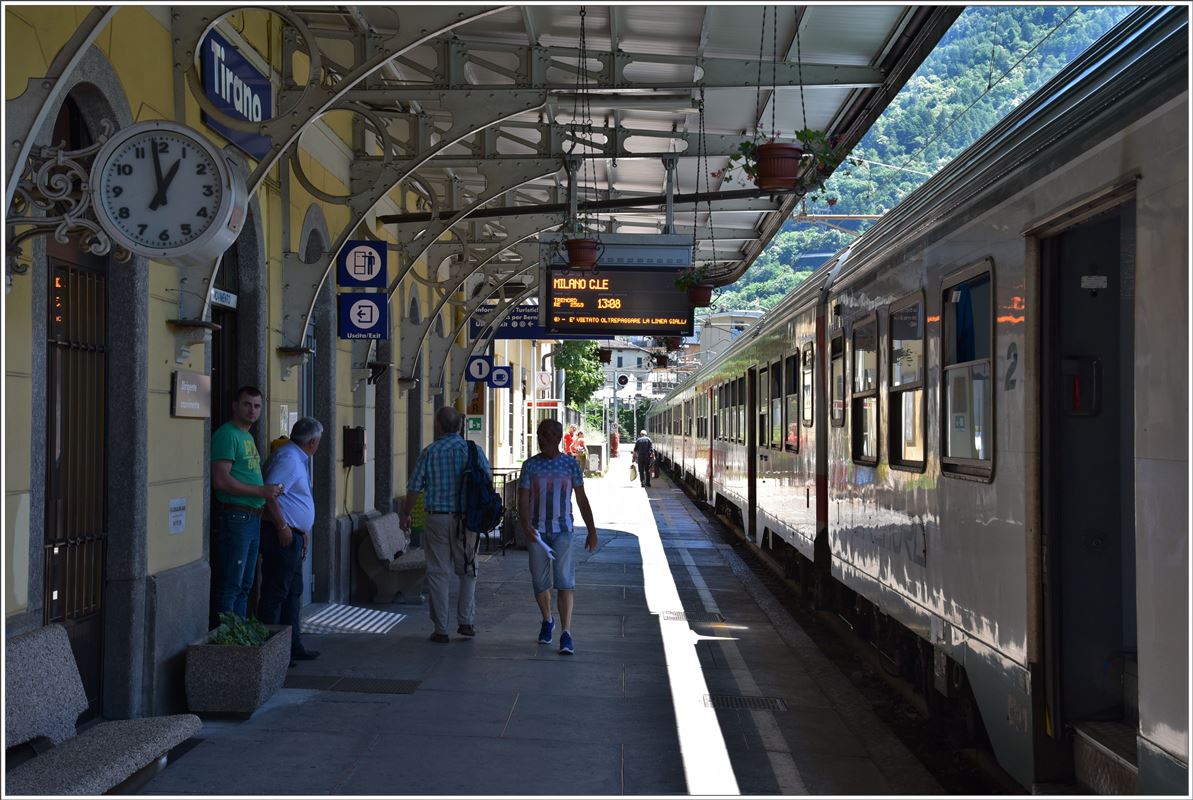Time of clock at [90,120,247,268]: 12:58
